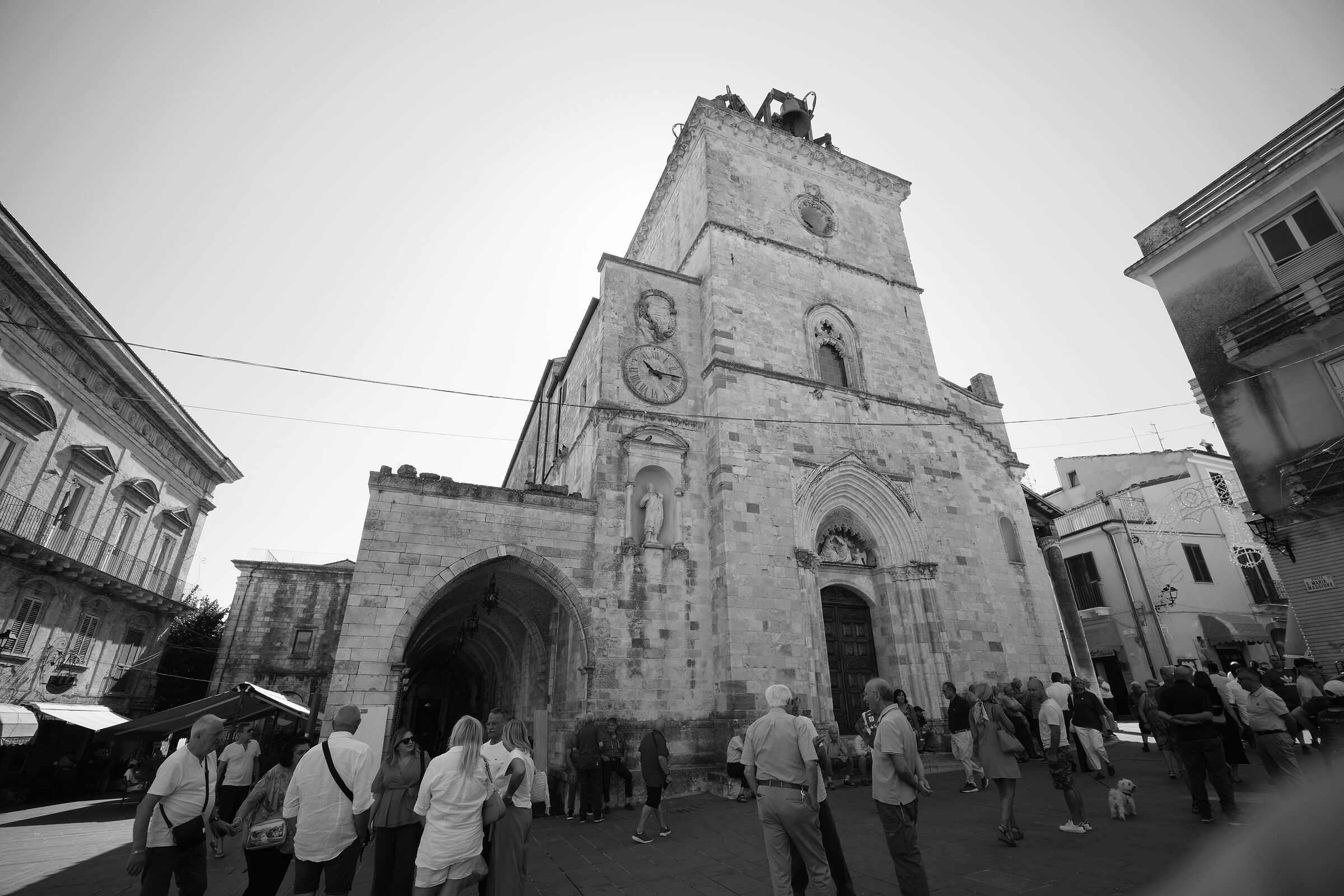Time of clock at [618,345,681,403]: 10:13
